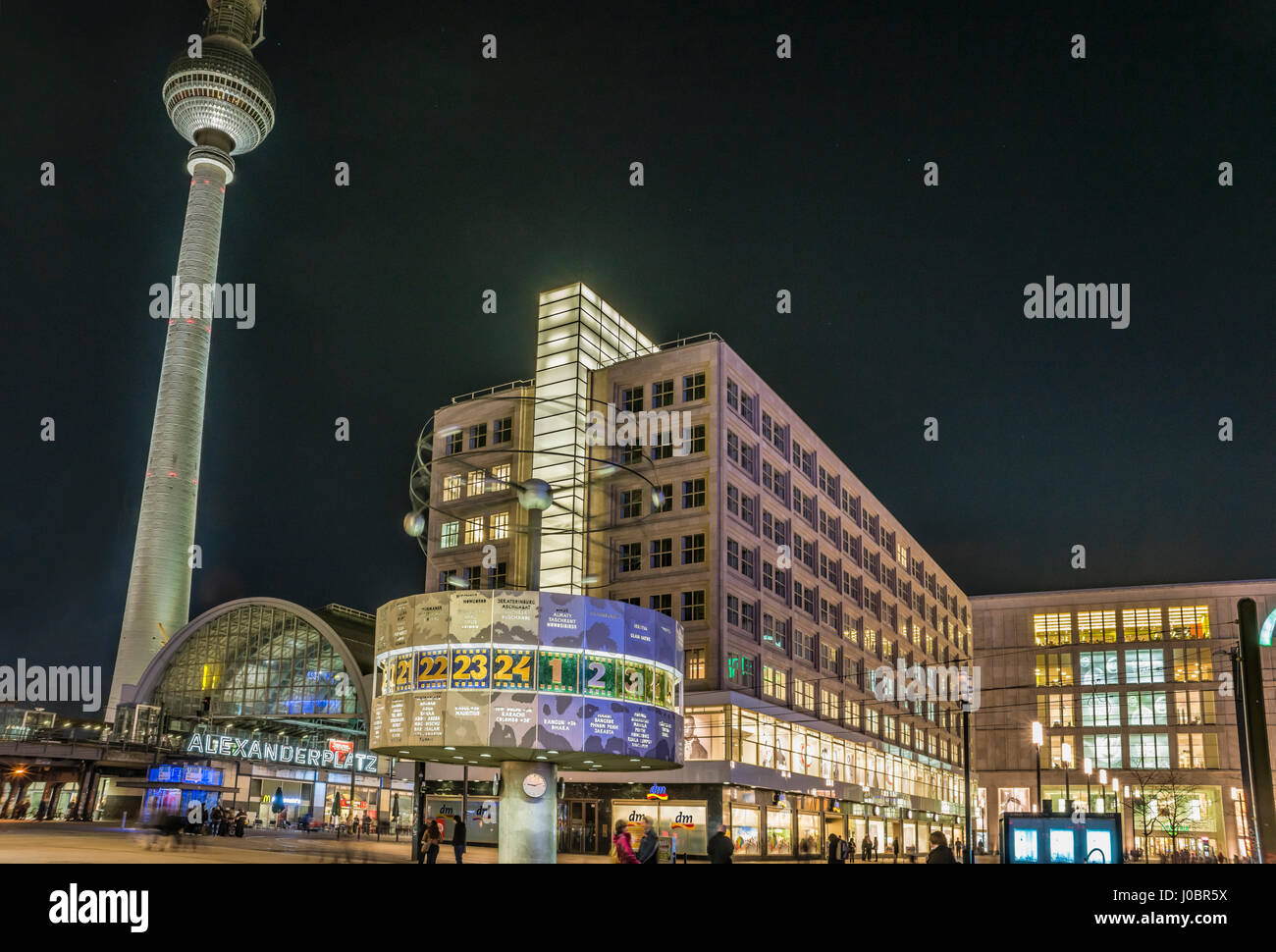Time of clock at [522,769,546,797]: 9:12
